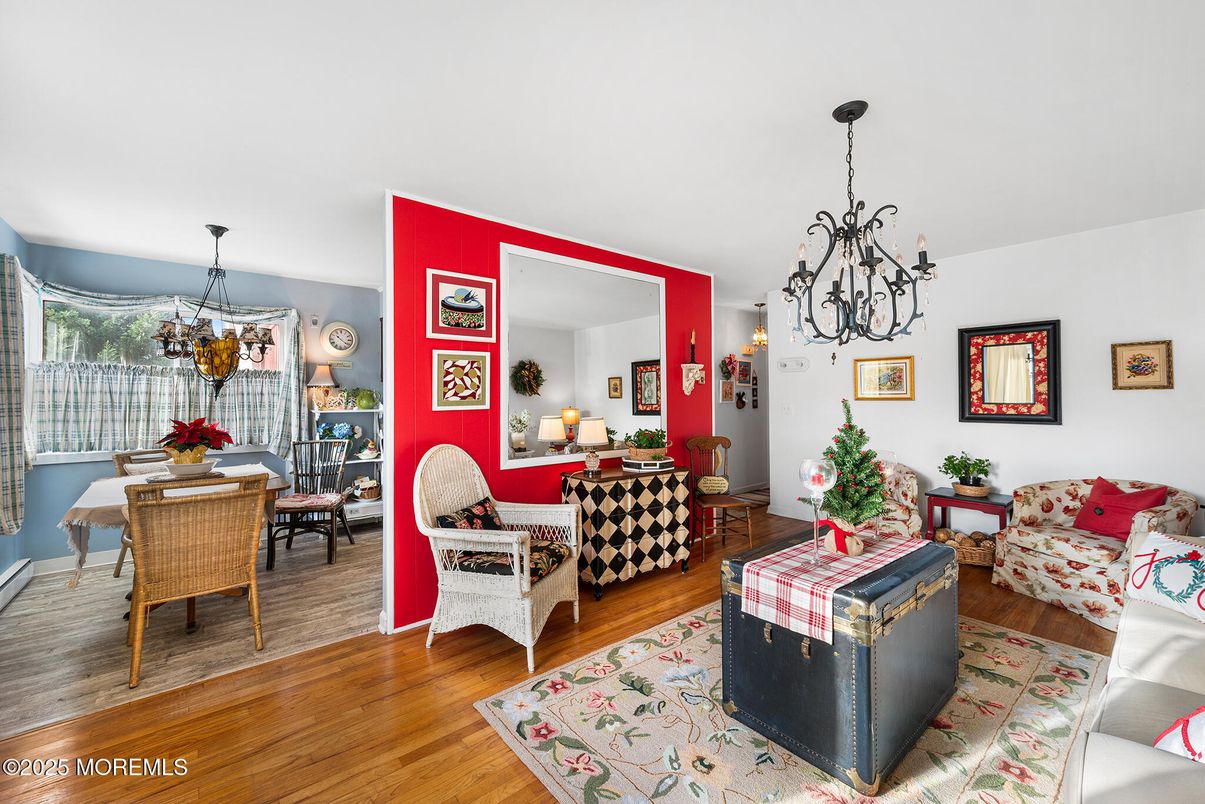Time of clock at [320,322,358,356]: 10:20
